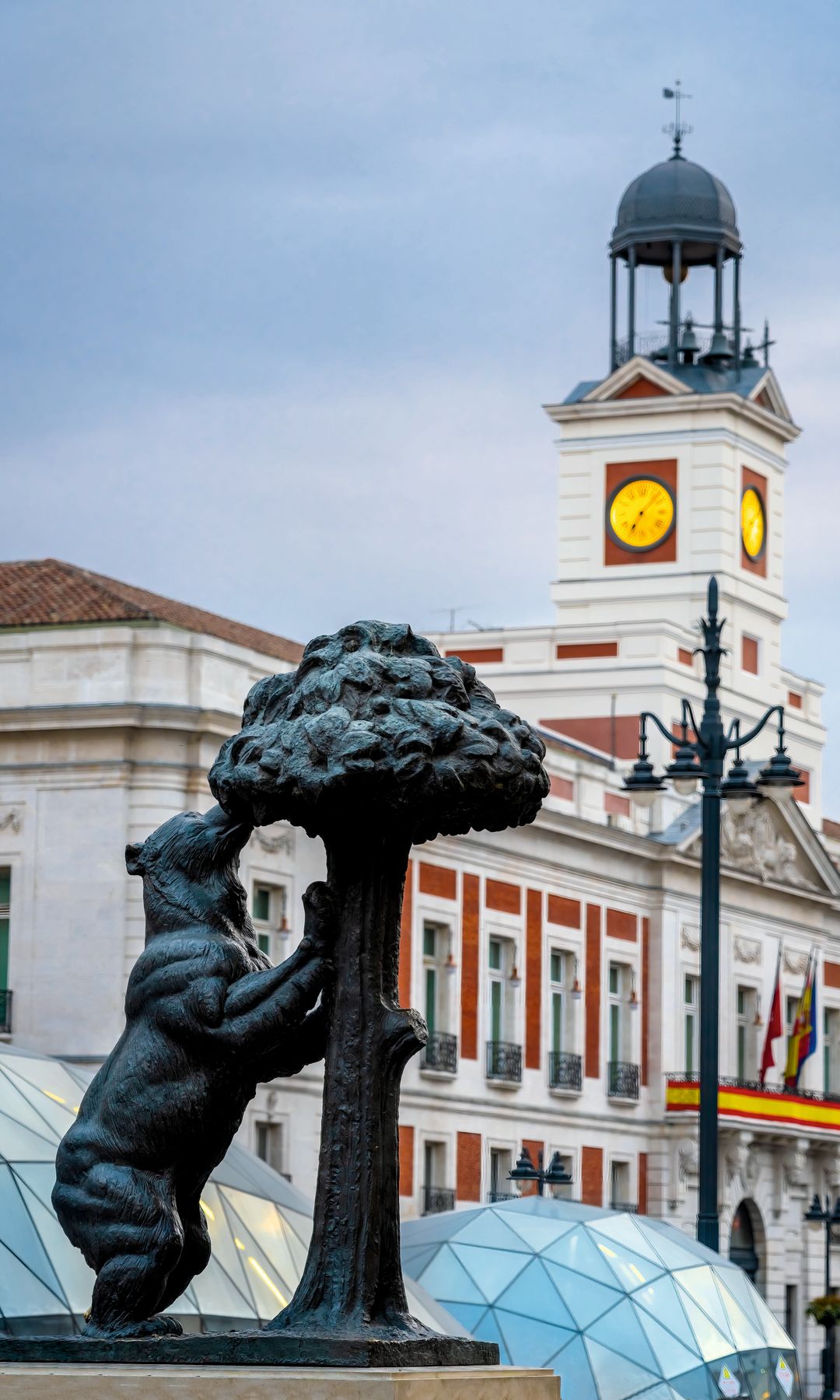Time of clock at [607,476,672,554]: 7:07
